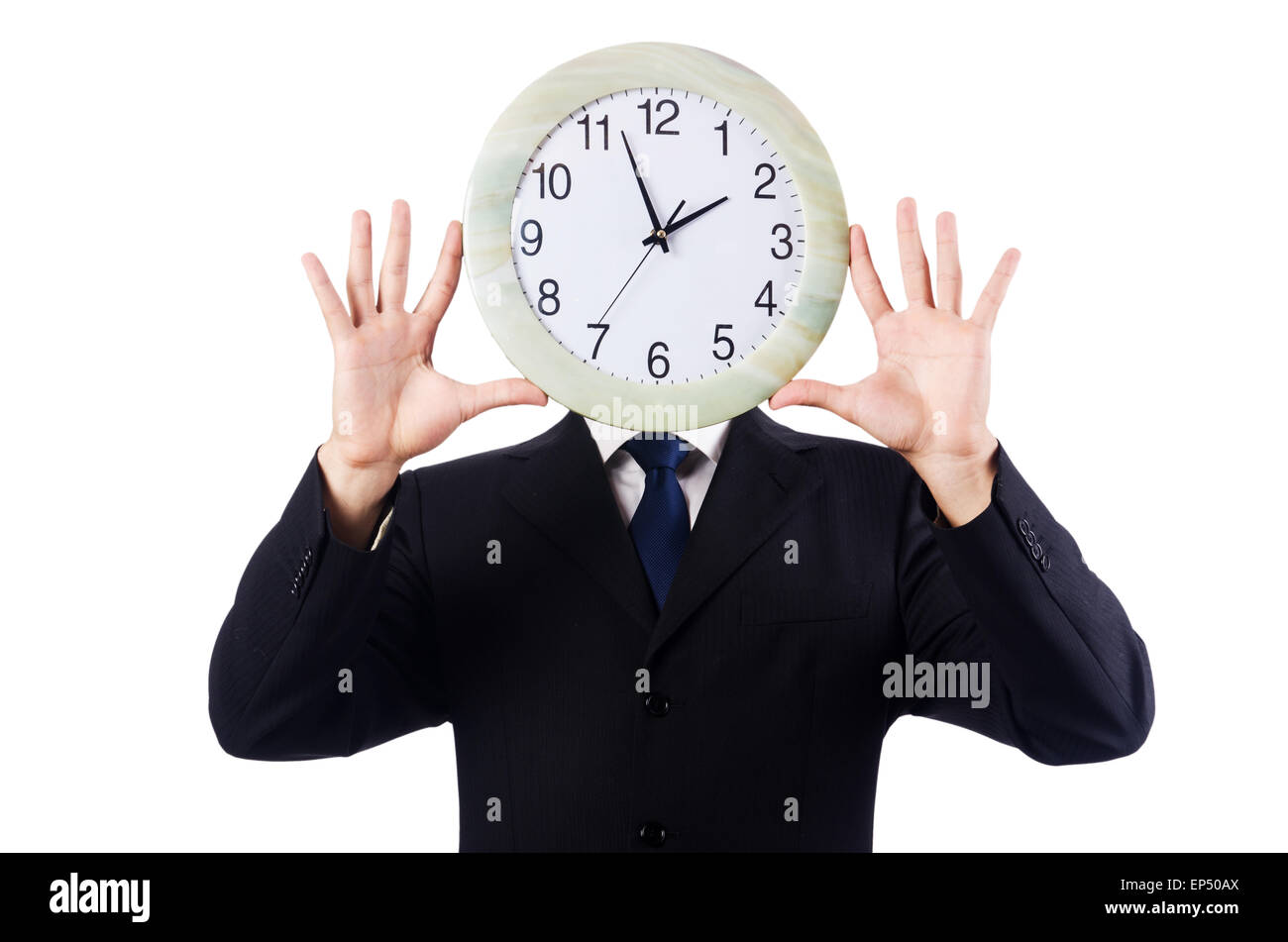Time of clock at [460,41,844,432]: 1:56
